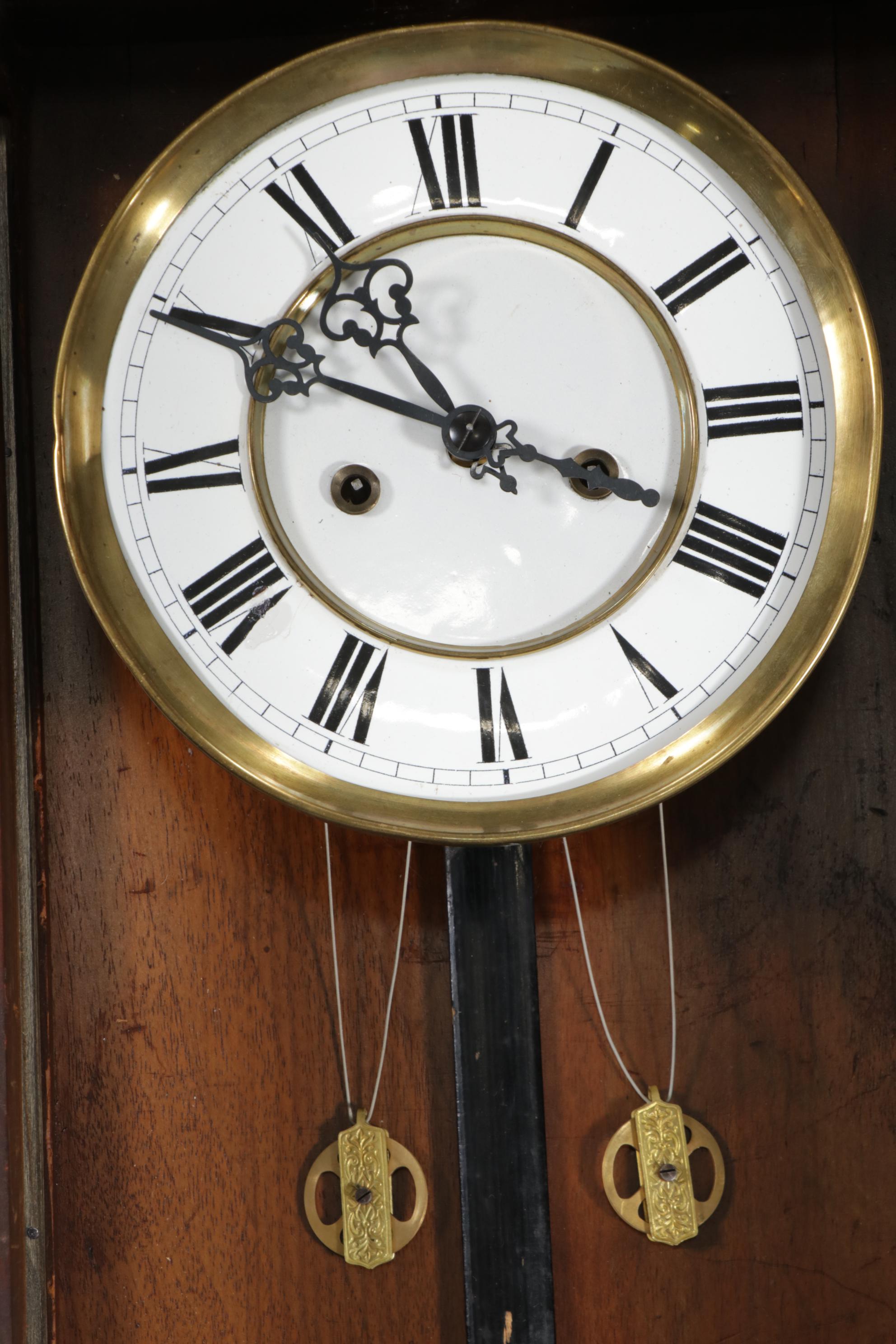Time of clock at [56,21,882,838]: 10:49
